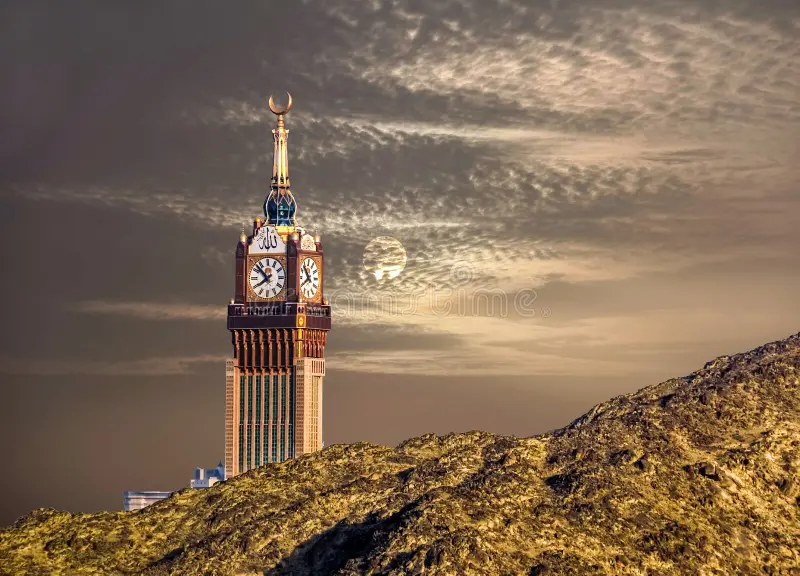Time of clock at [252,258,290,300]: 7:52
